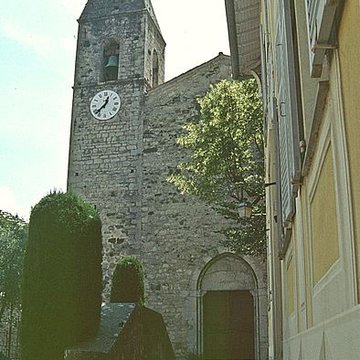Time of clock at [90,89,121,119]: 12:37
